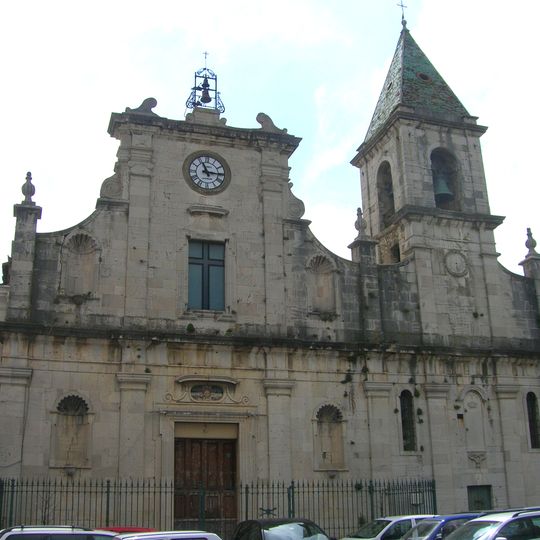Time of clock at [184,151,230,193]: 11:15
